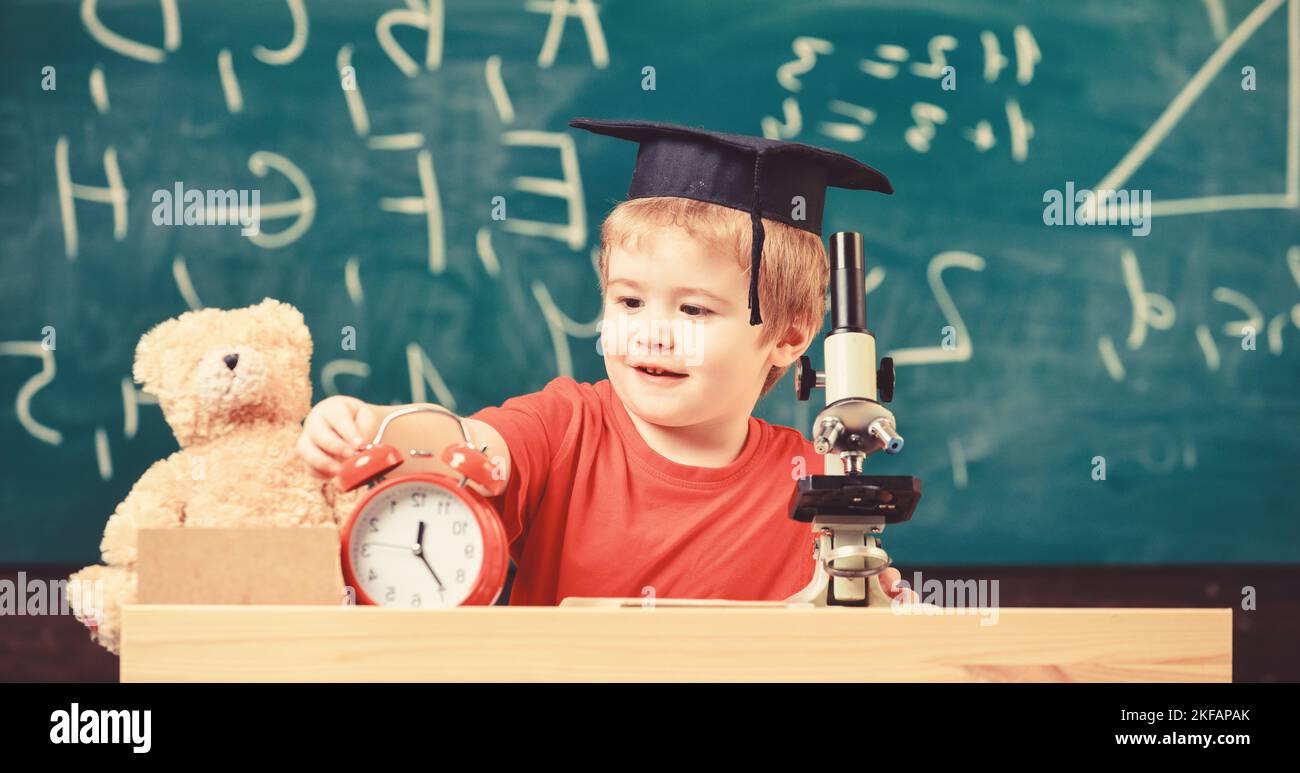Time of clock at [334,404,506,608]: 12:24
